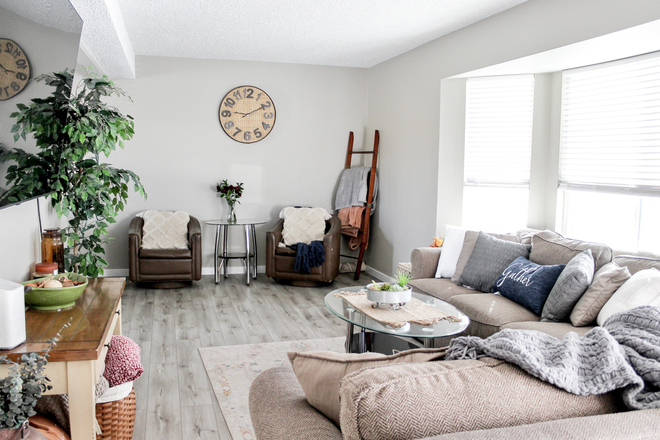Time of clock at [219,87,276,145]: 9:10
